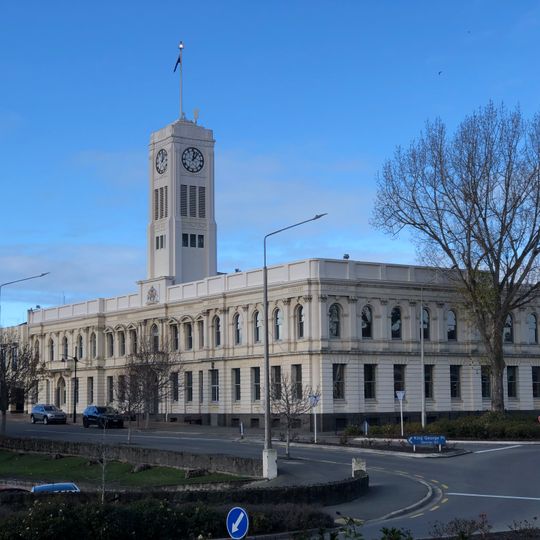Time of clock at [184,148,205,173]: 12:06
